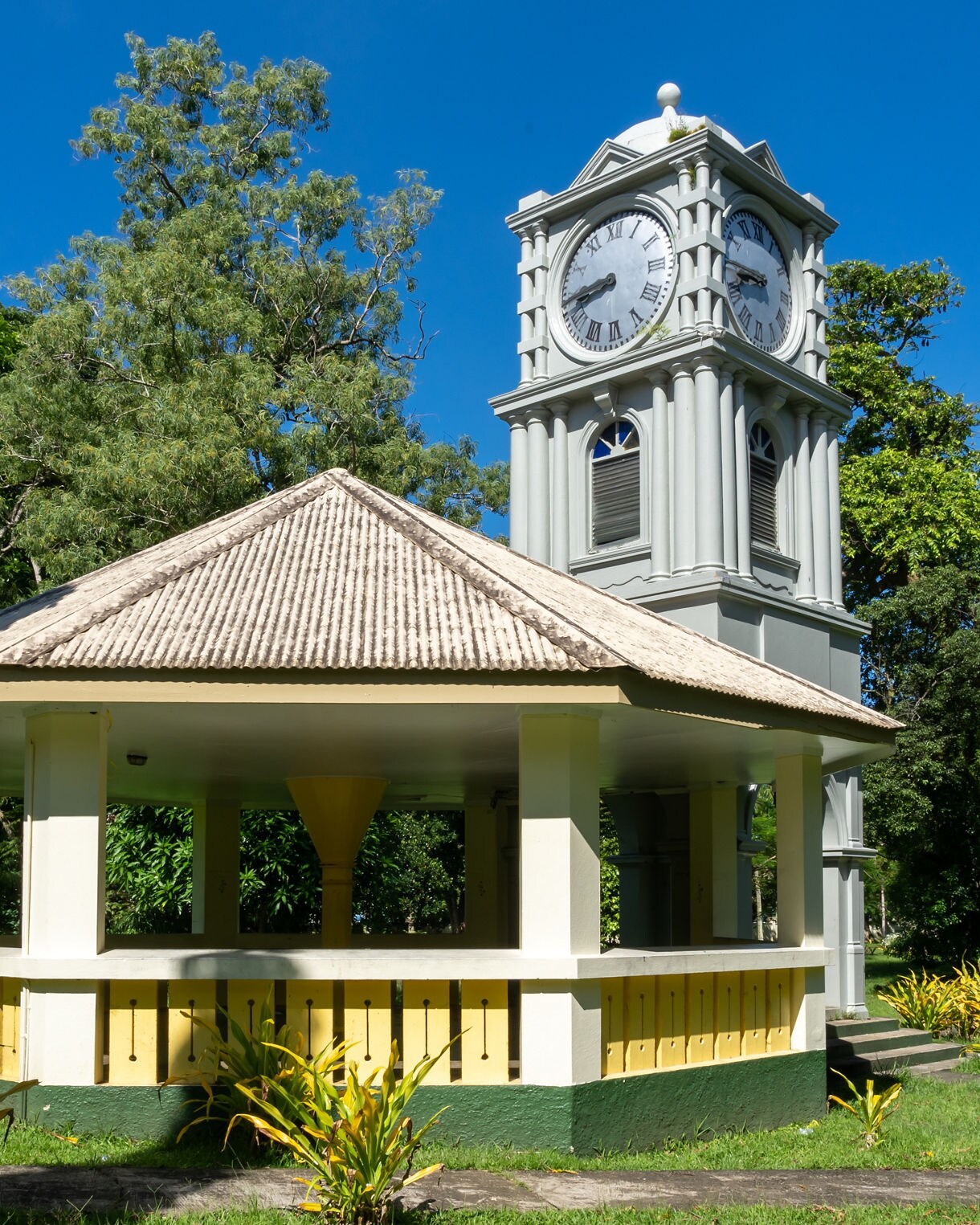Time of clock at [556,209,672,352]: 8:41
